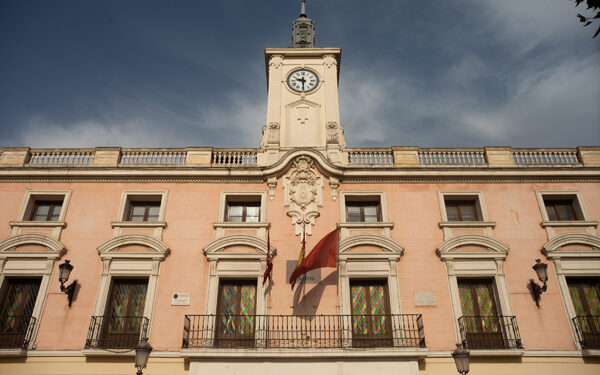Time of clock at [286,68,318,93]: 9:29
